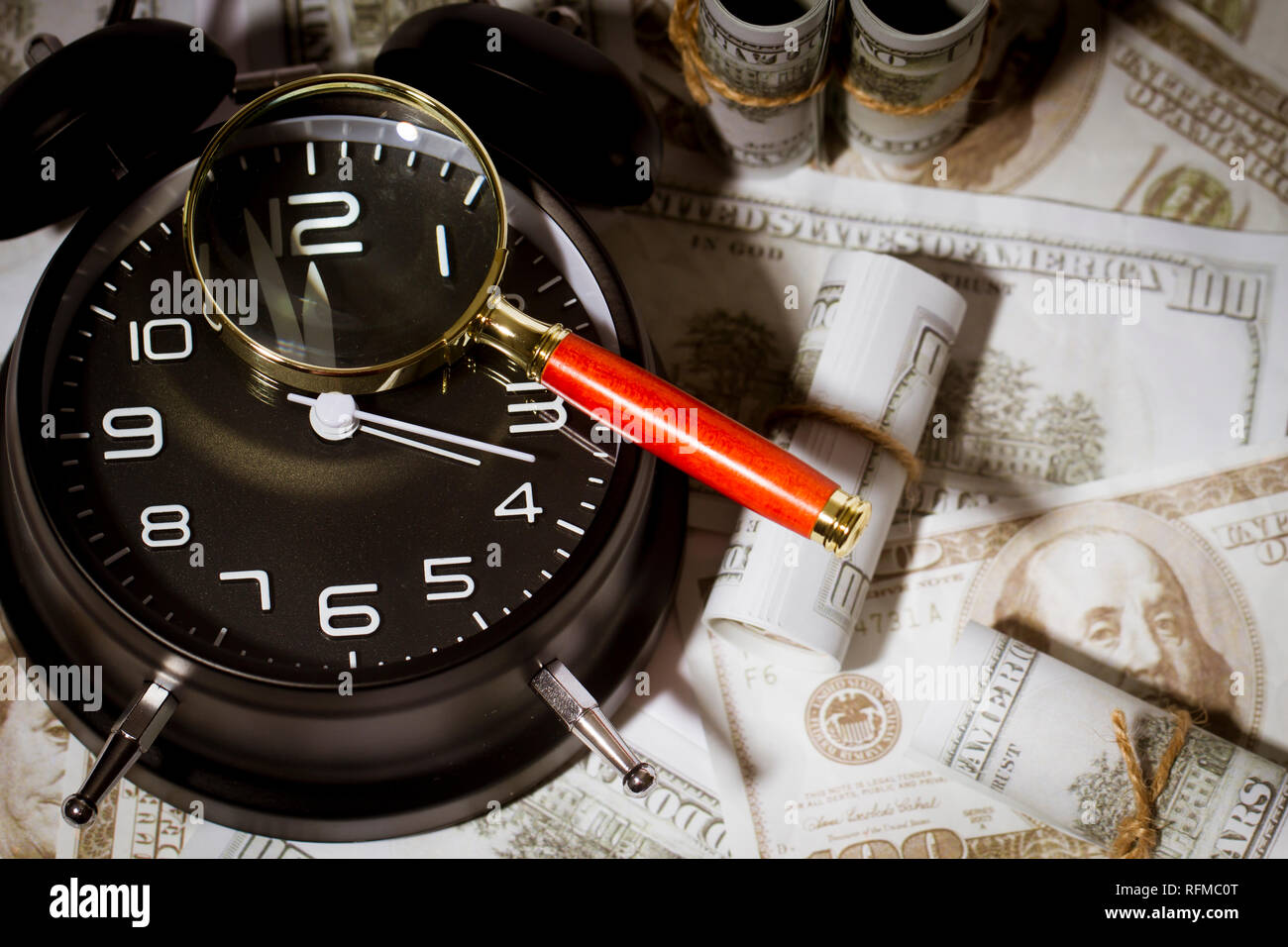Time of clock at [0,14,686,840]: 11:17
